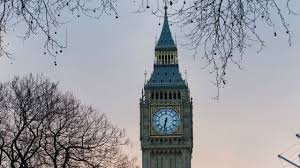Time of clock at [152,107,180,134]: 6:32
